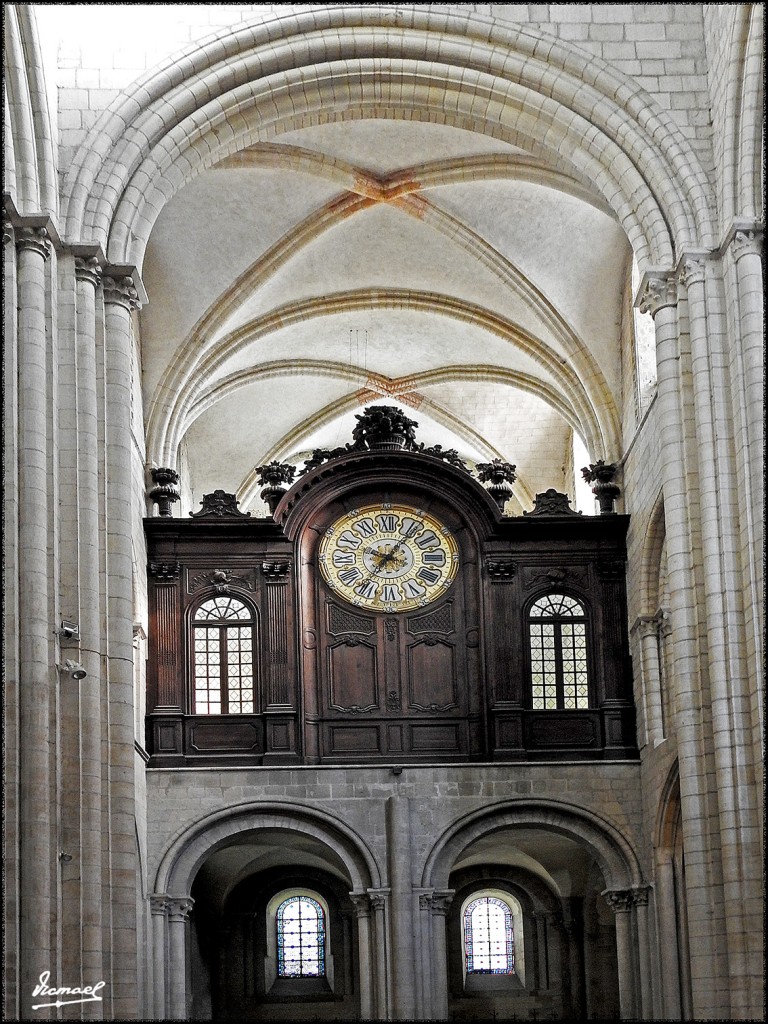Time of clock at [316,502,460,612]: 10:05
